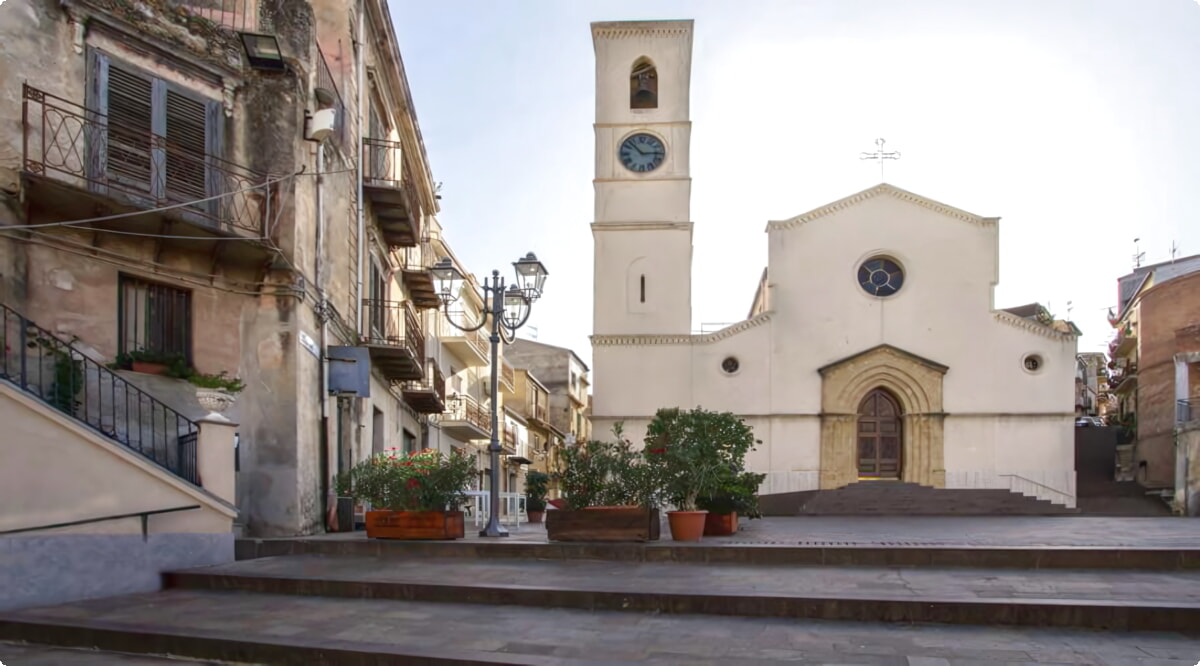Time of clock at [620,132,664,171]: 2:52
